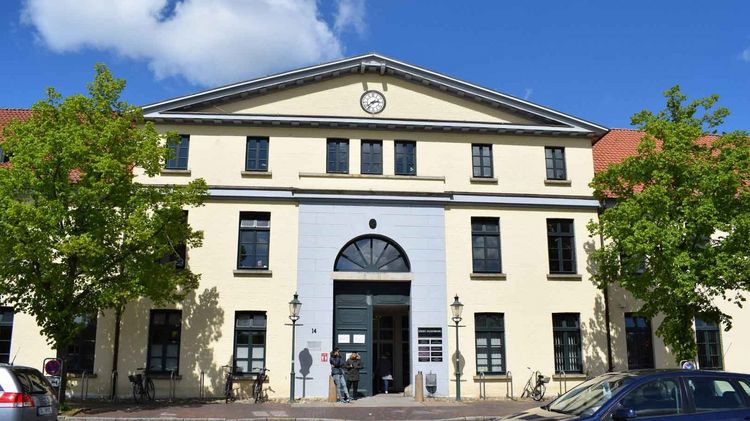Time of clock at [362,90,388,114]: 2:38
